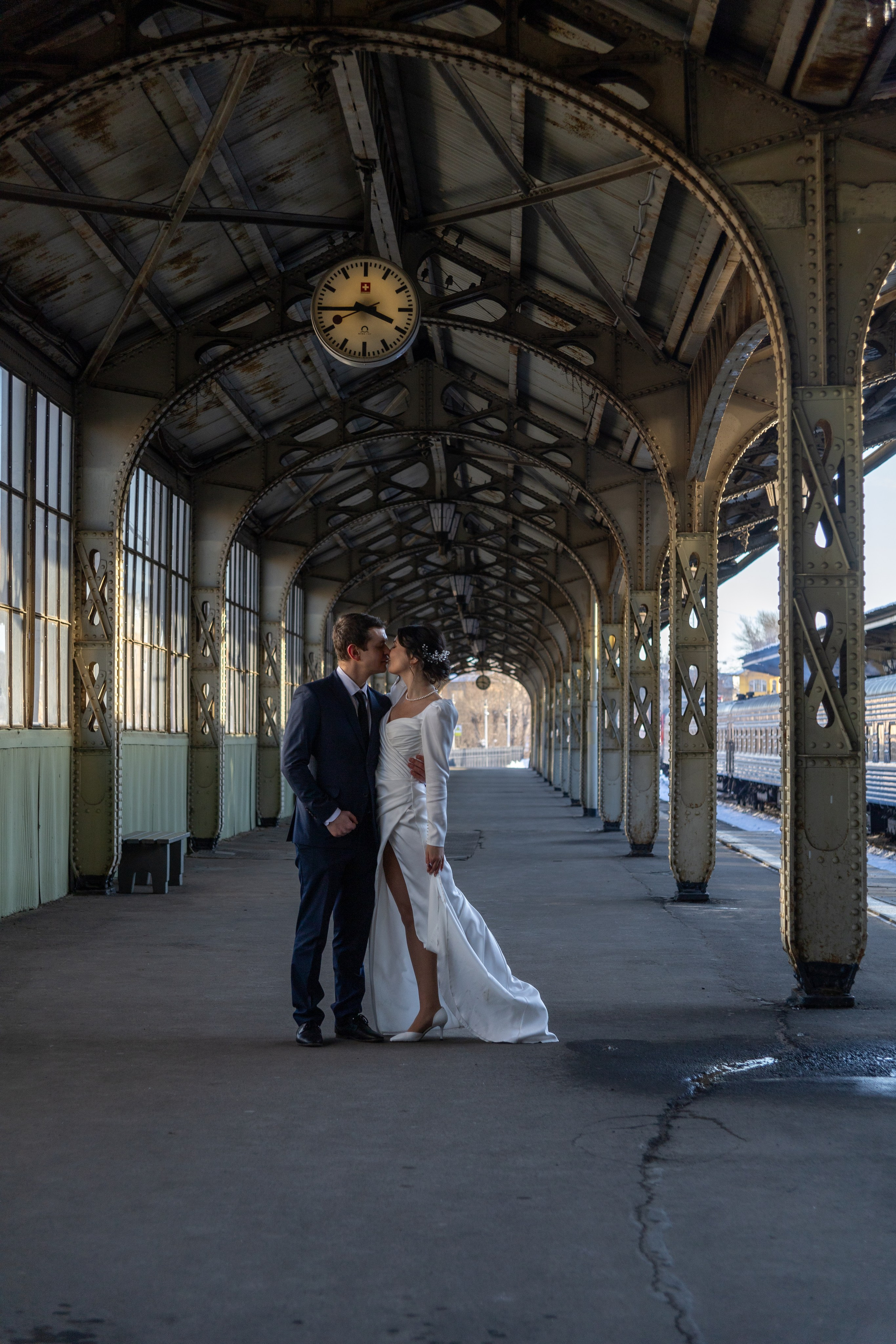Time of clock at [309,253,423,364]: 3:44
